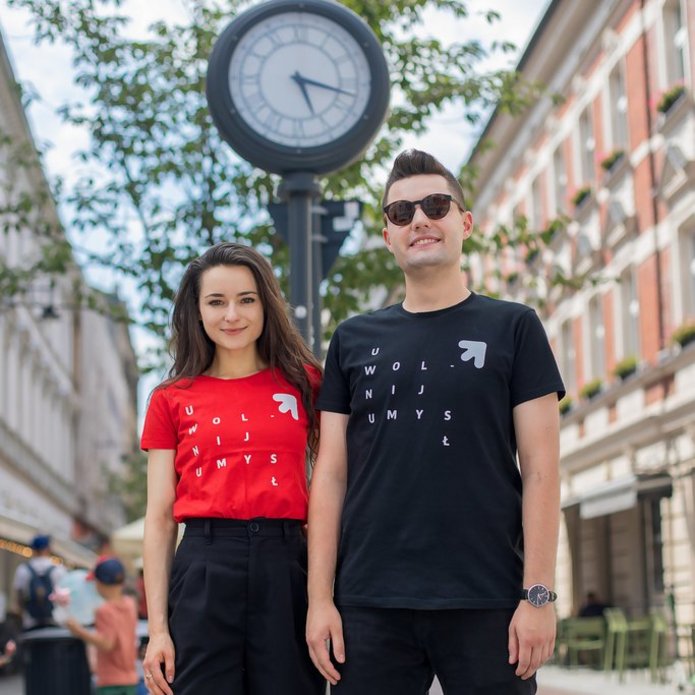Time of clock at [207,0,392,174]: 5:17
